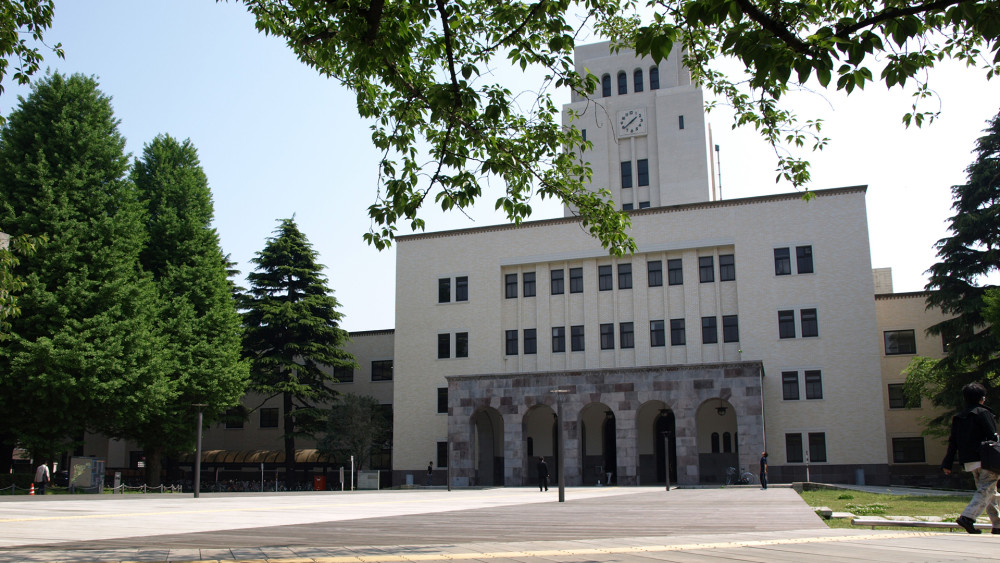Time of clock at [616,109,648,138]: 1:38
